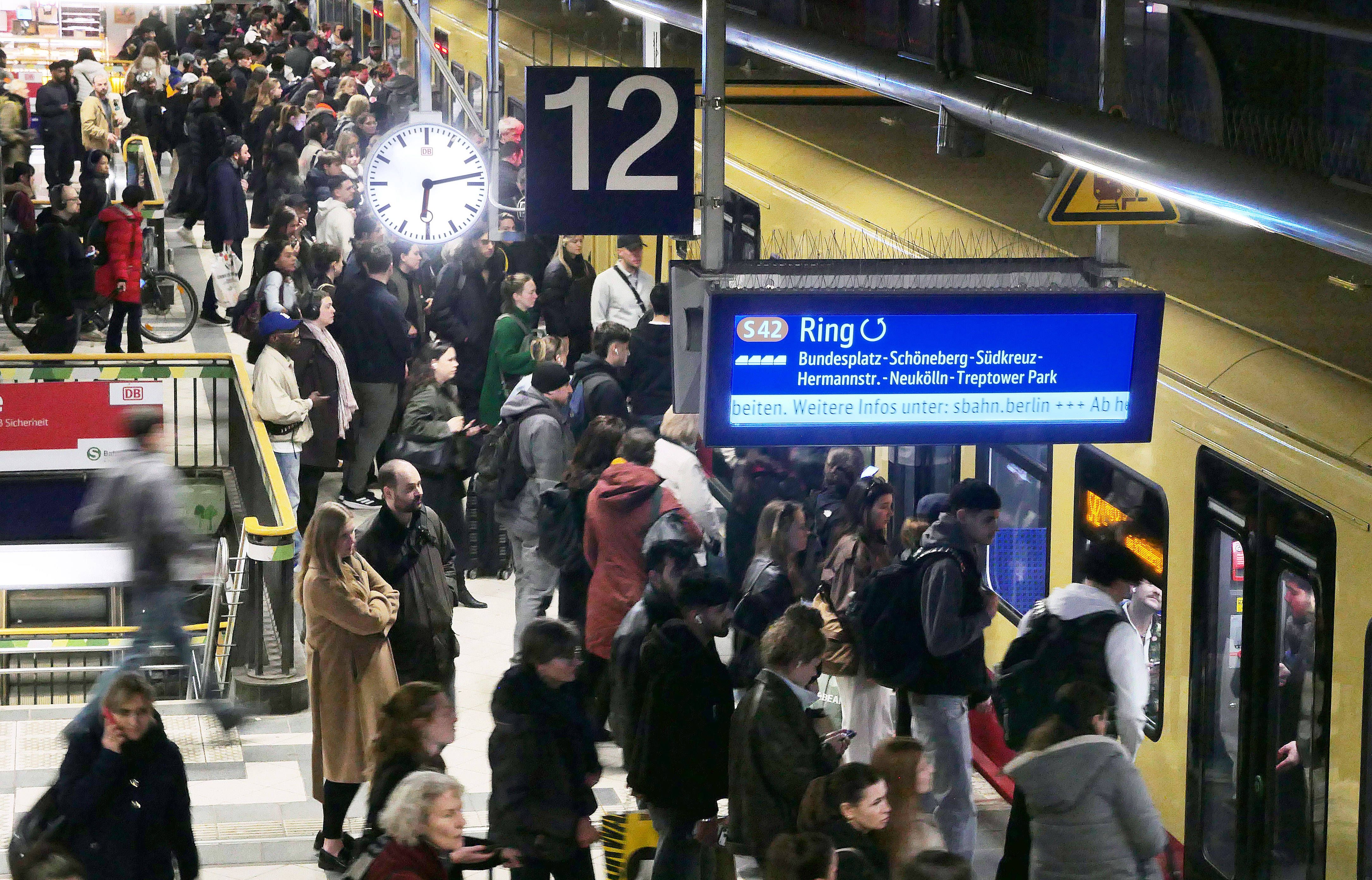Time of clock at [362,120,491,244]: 6:13
